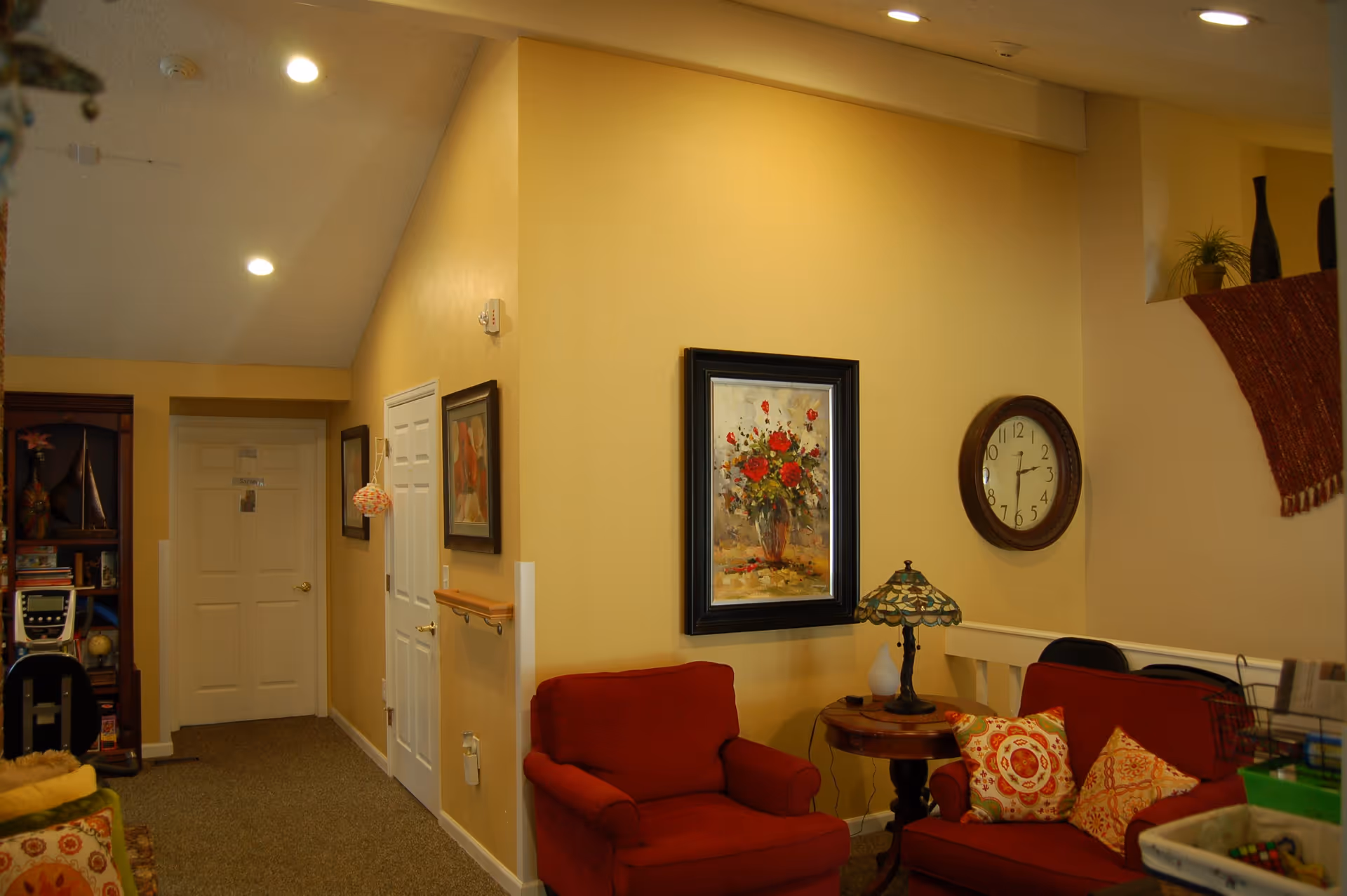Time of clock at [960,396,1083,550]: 2:31
